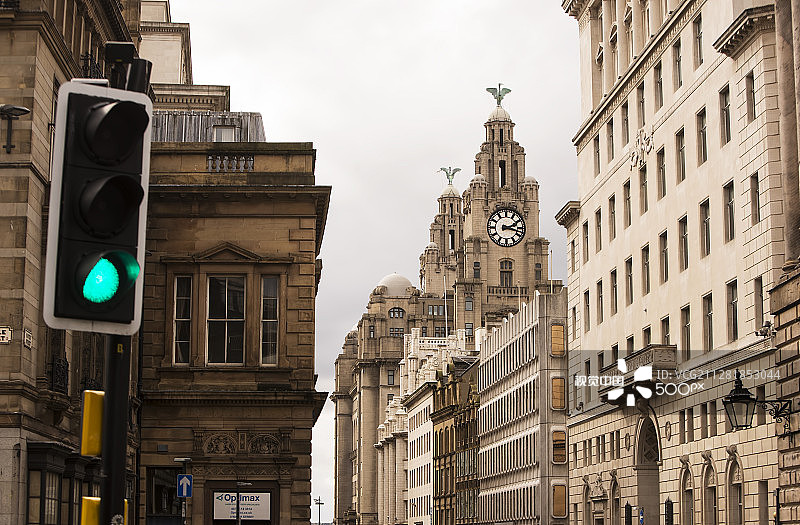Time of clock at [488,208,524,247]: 2:17
